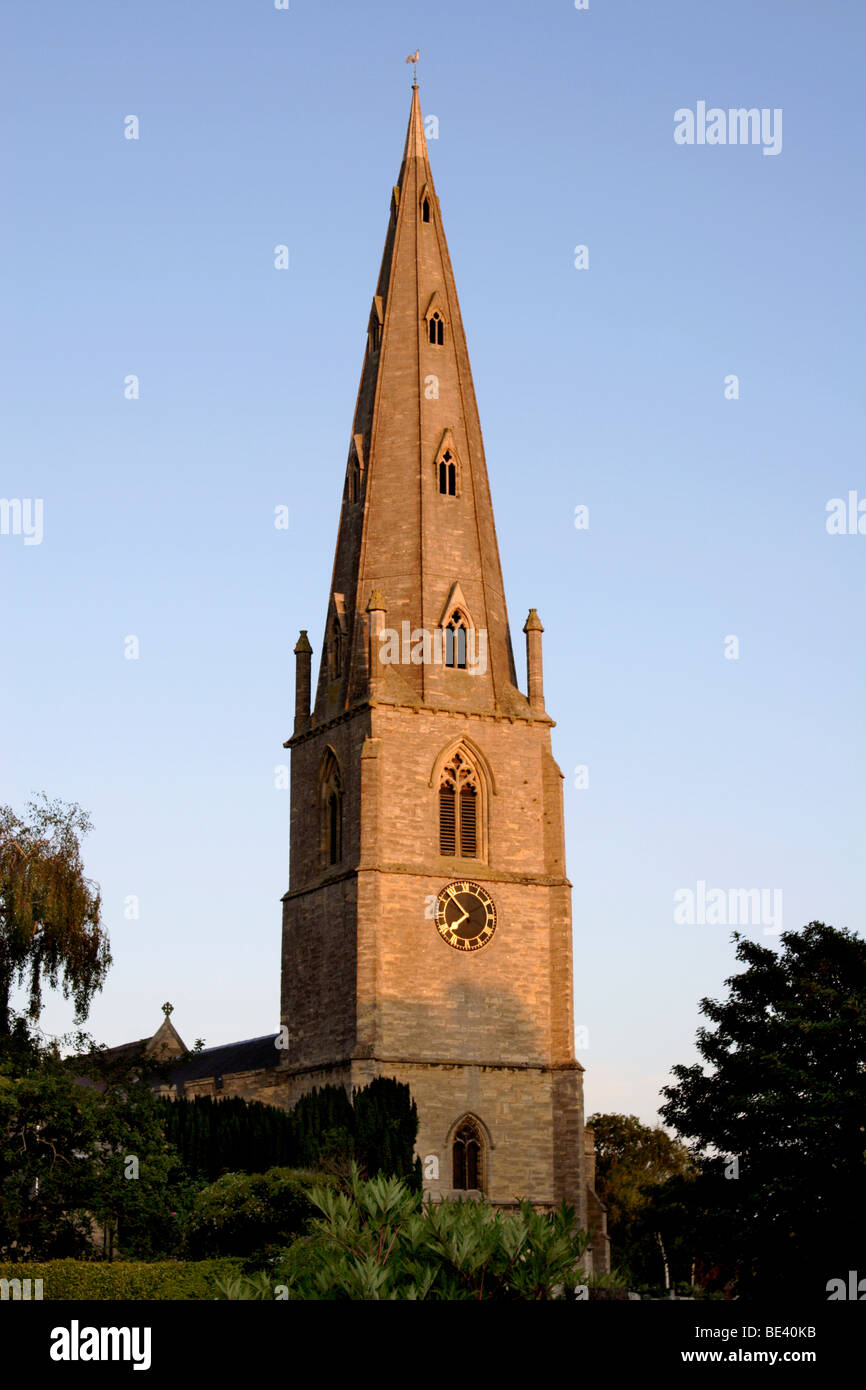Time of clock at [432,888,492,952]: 7:52
